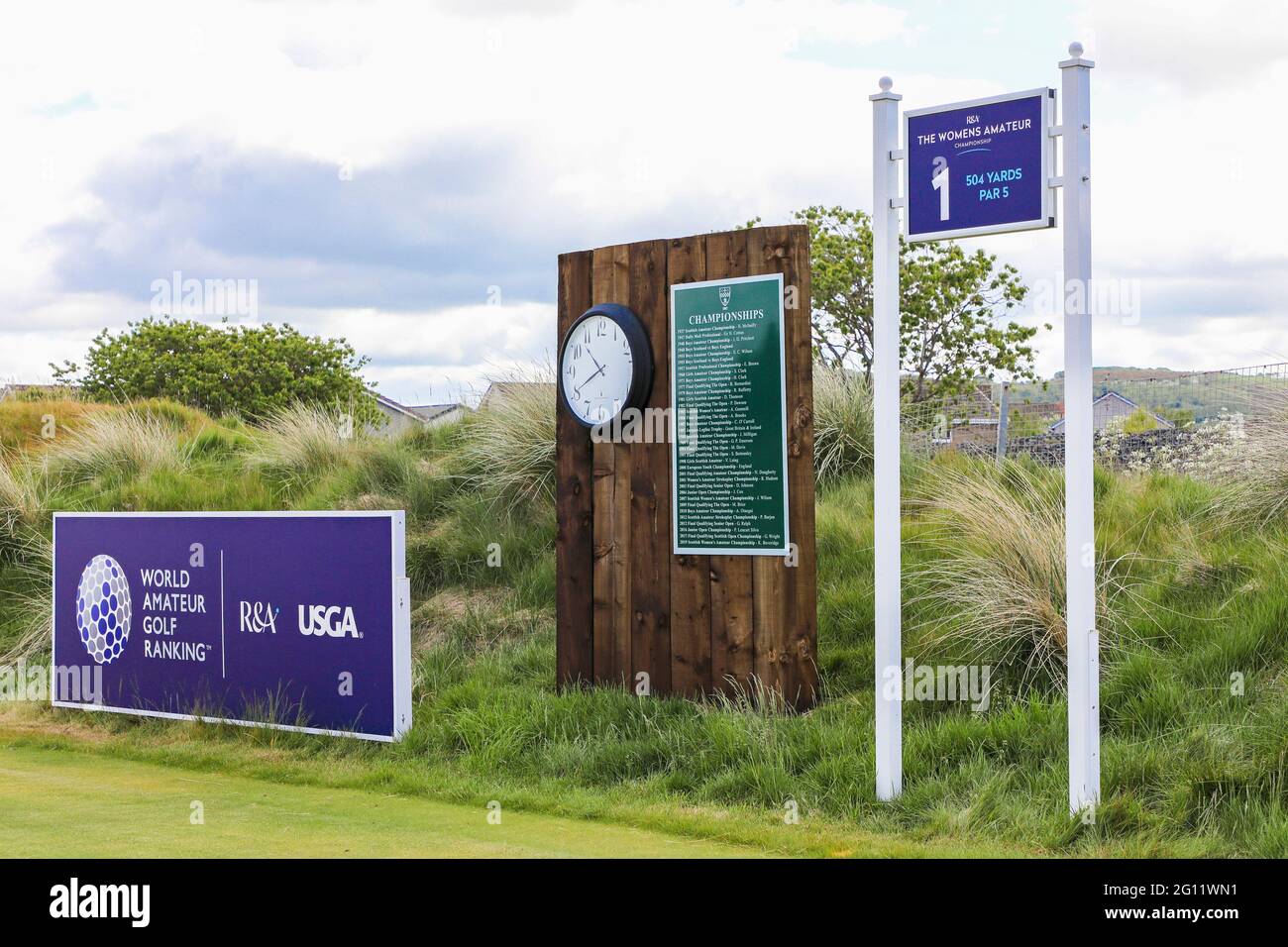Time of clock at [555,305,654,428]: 10:40
